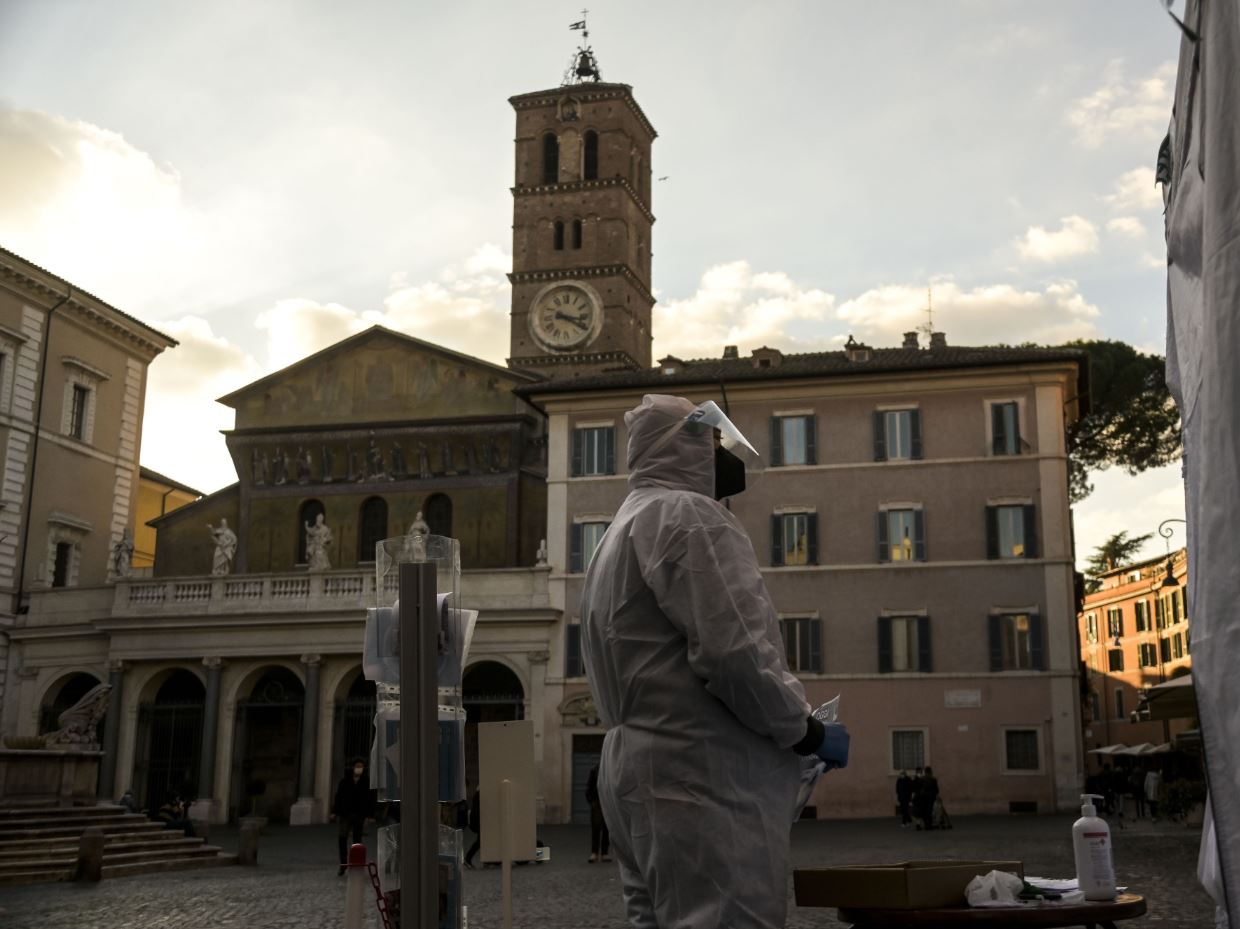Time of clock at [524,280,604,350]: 3:20
